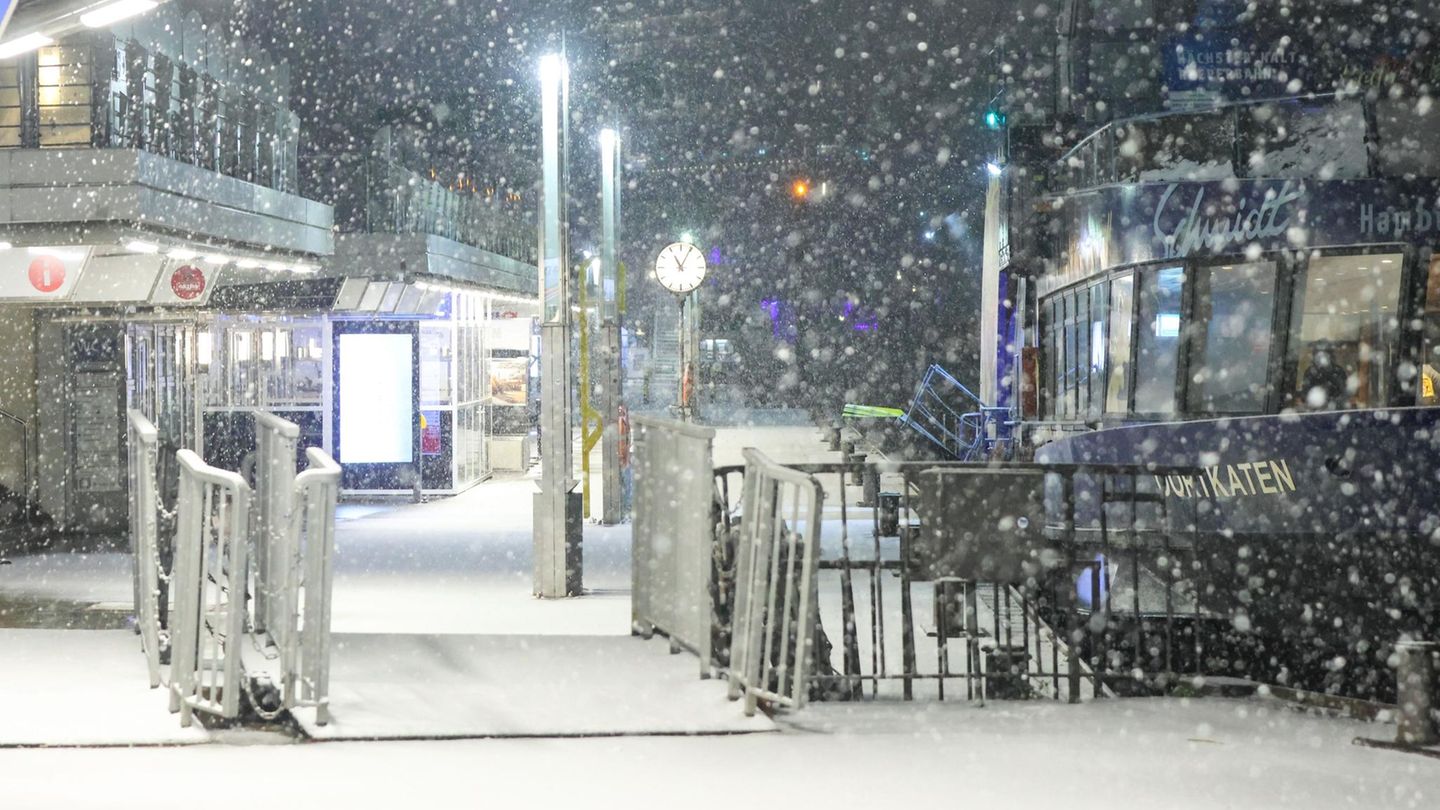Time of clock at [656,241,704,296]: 11:04
